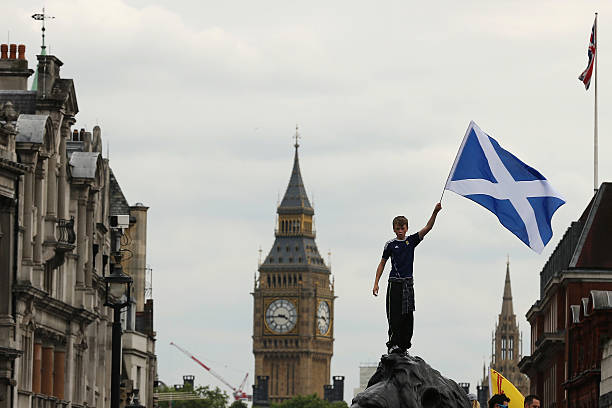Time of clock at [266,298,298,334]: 3:44
